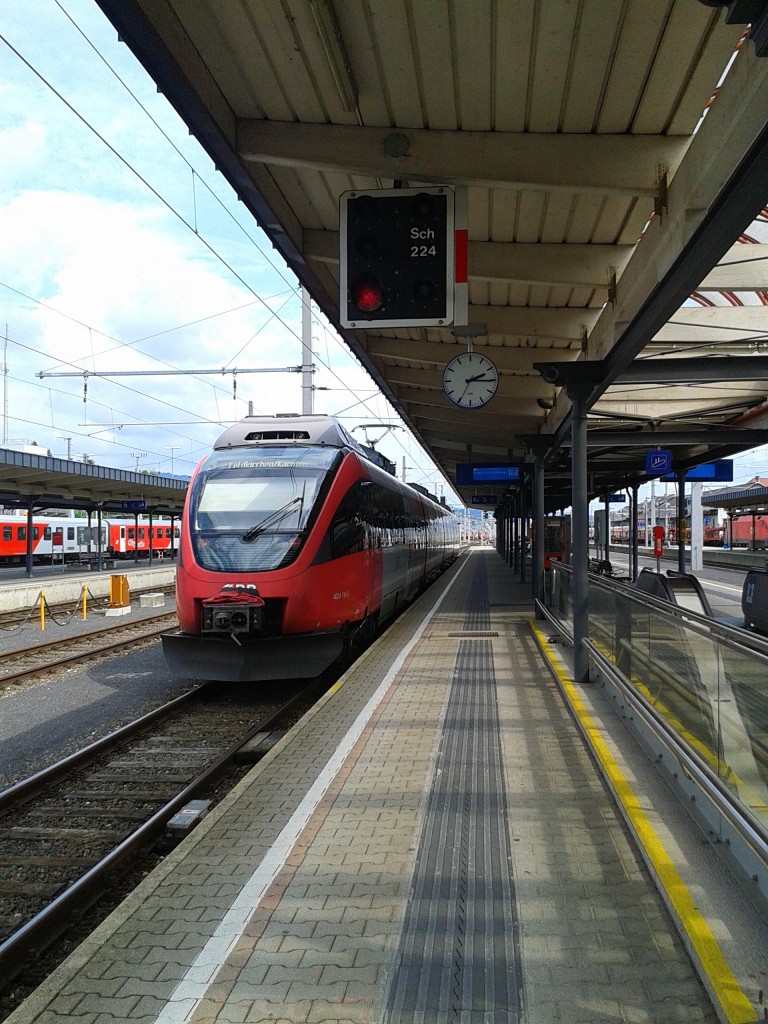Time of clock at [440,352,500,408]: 2:15
